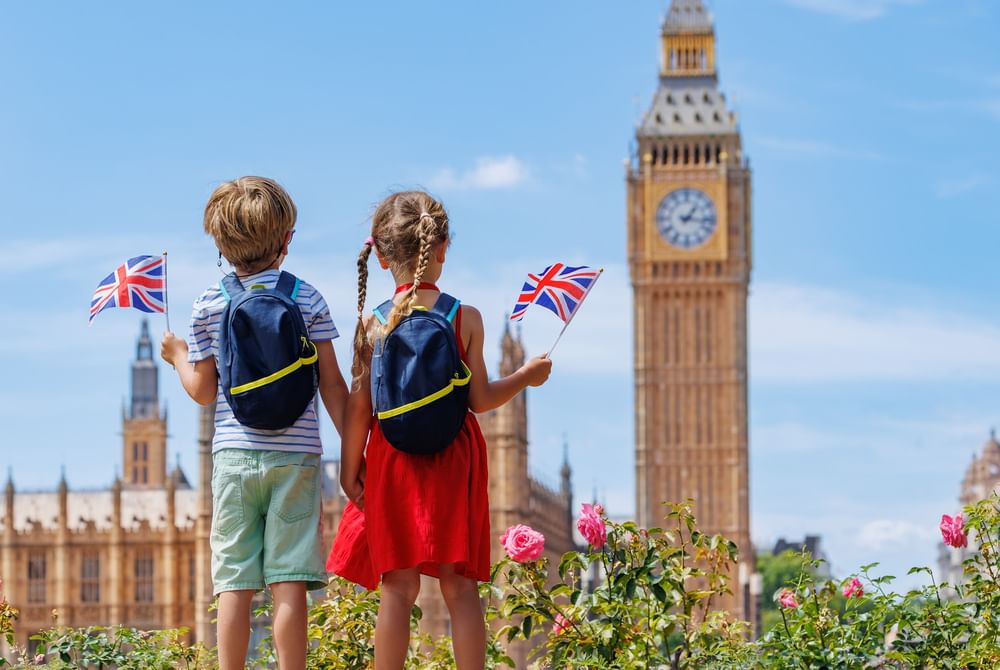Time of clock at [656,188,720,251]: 1:16
